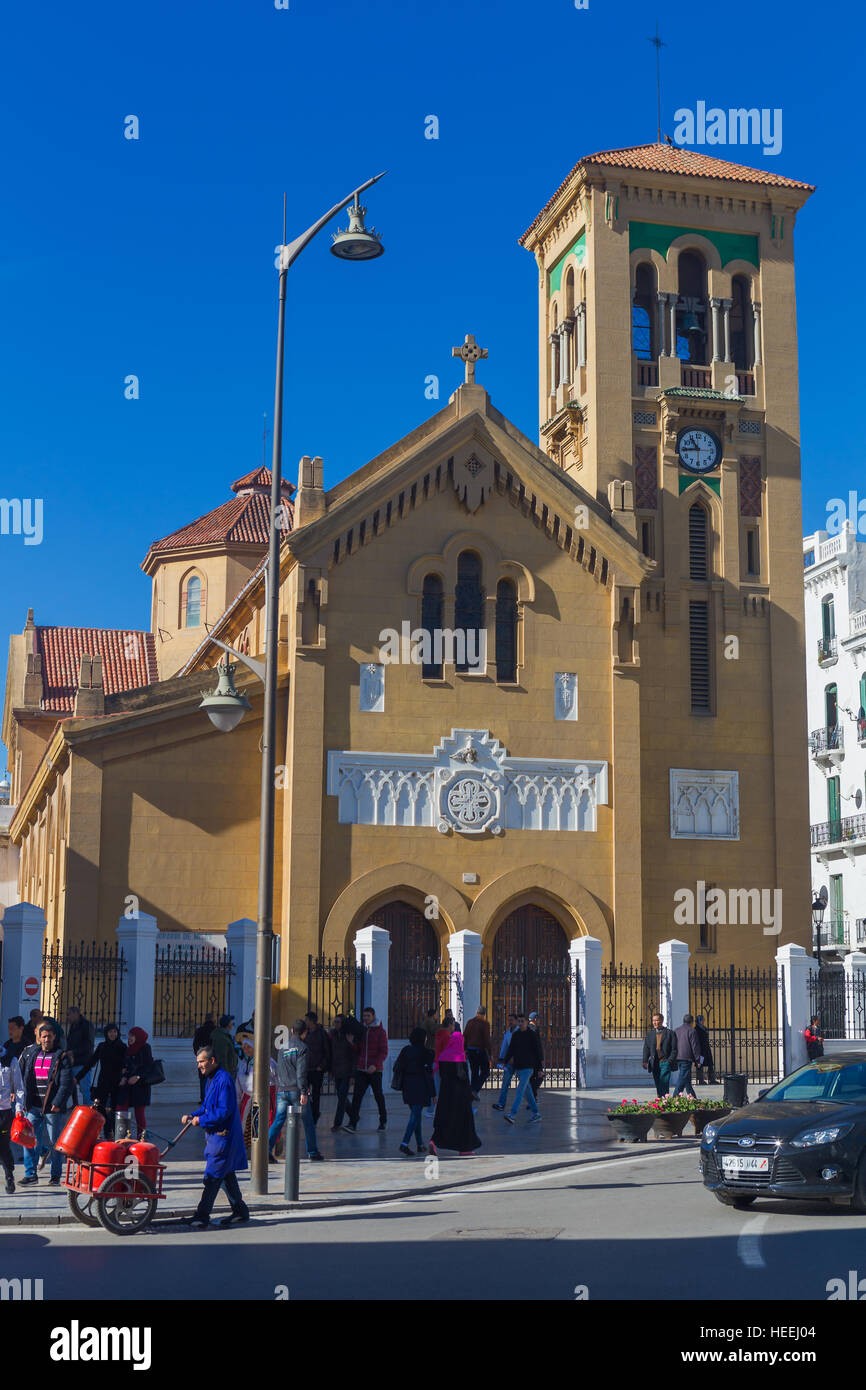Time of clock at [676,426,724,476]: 10:43
